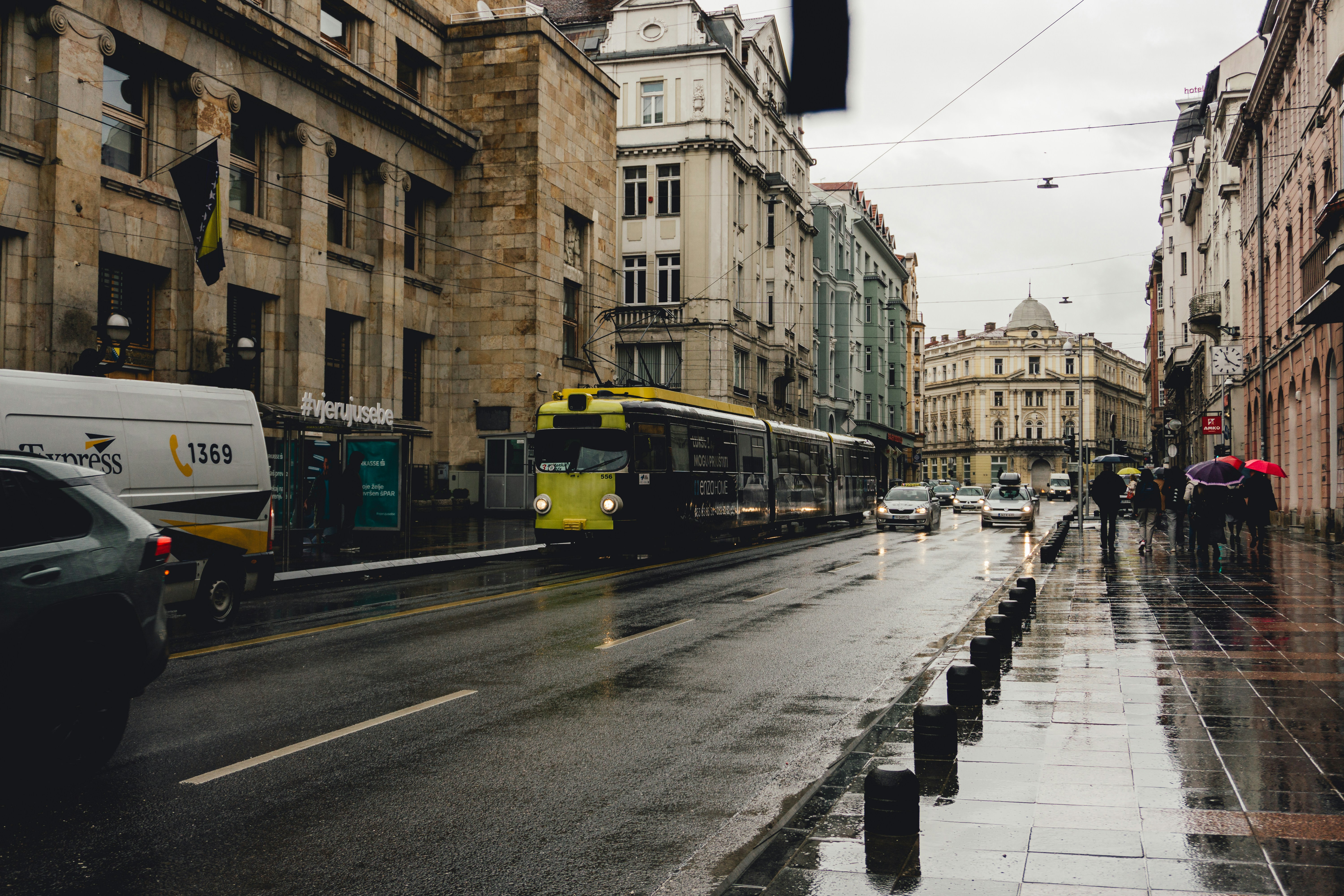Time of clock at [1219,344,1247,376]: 11:20
